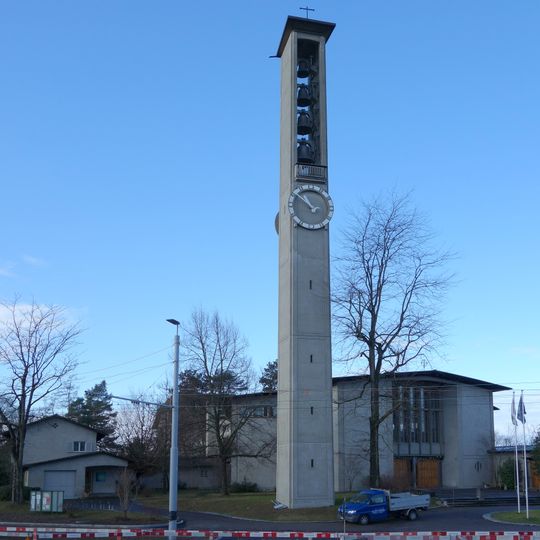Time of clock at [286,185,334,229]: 10:51
